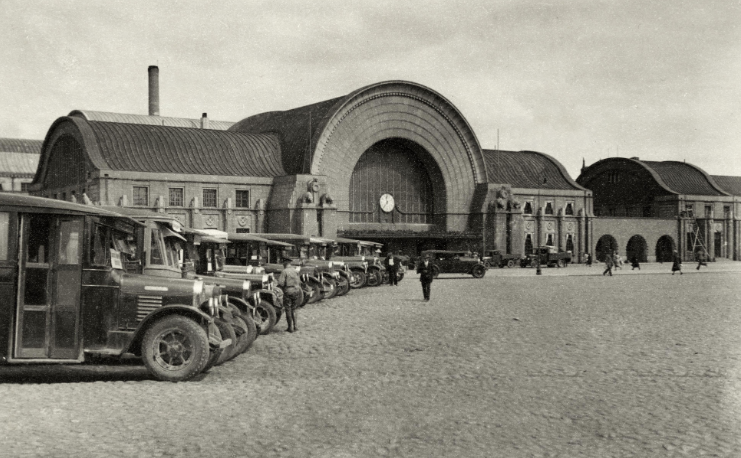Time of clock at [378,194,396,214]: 11:36
